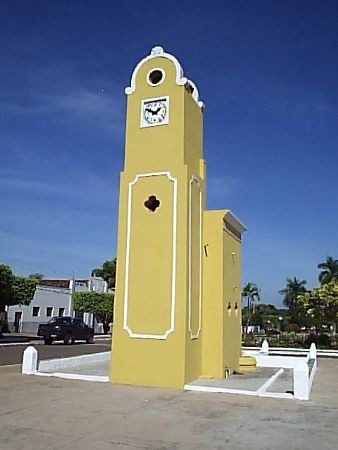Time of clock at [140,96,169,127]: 1:49
